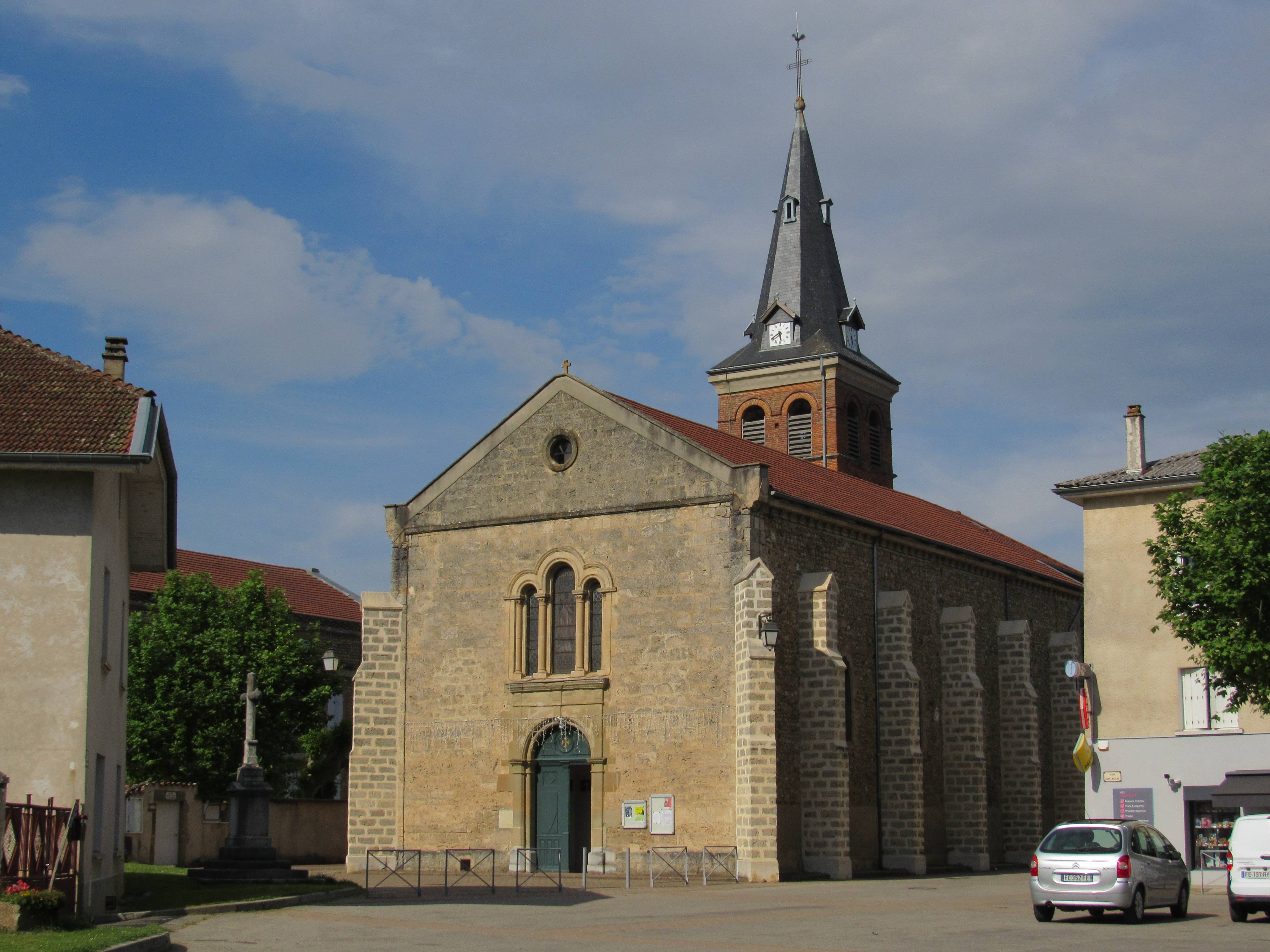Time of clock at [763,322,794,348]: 5:40
